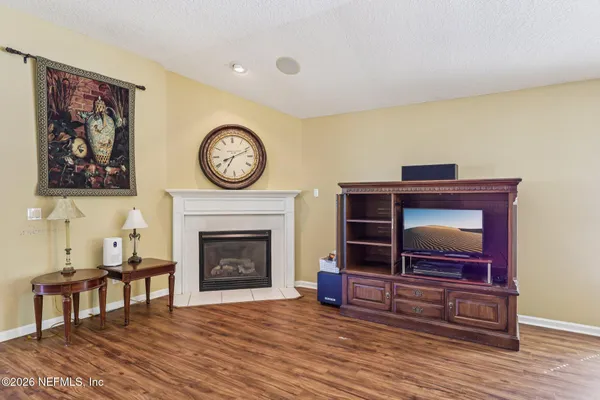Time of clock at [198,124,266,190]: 7:11
